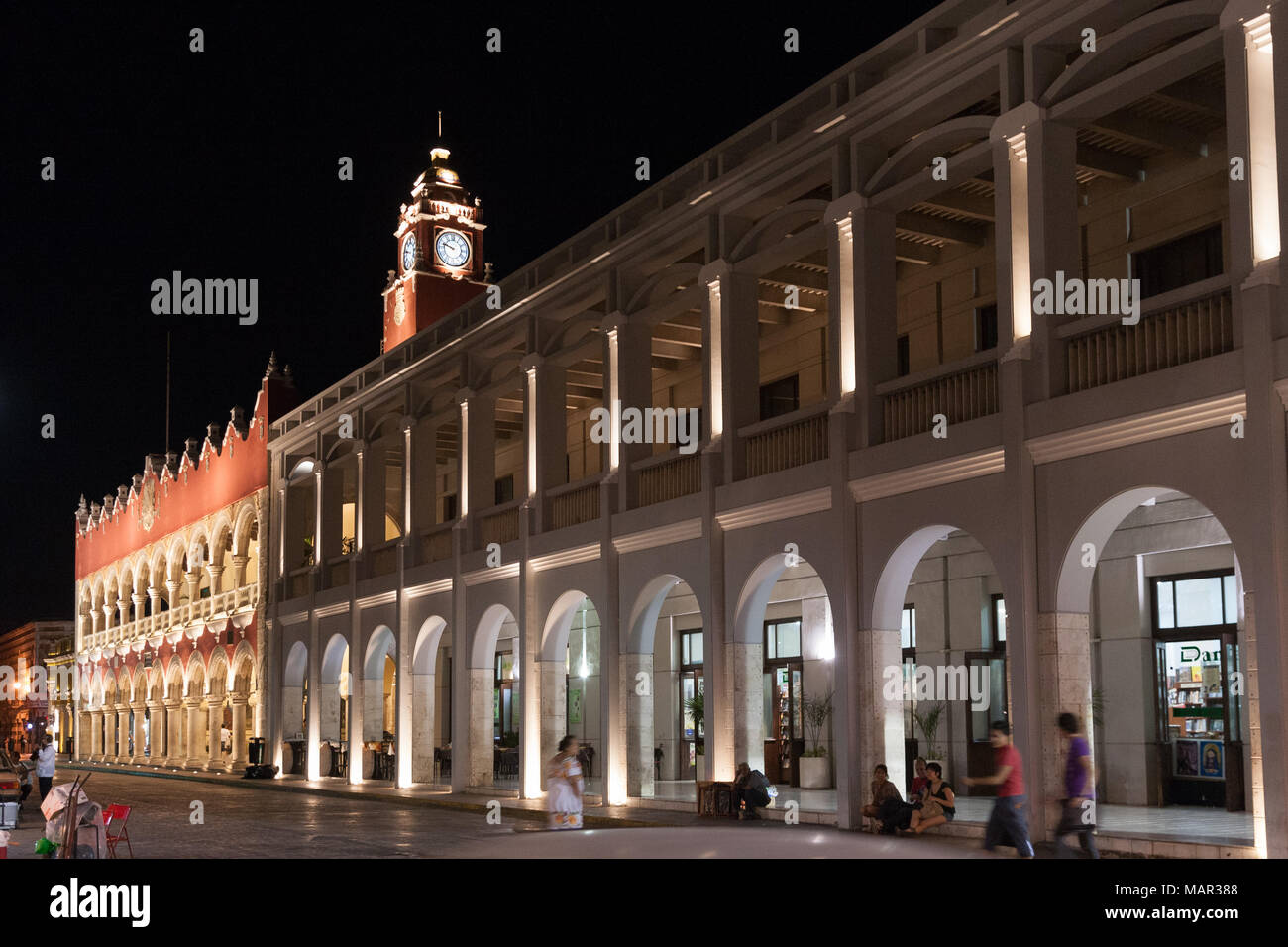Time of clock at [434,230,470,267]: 9:47
